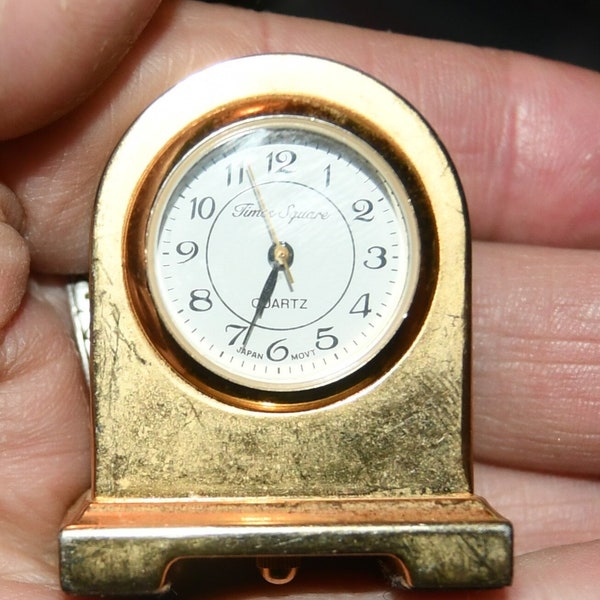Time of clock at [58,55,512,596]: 6:33
